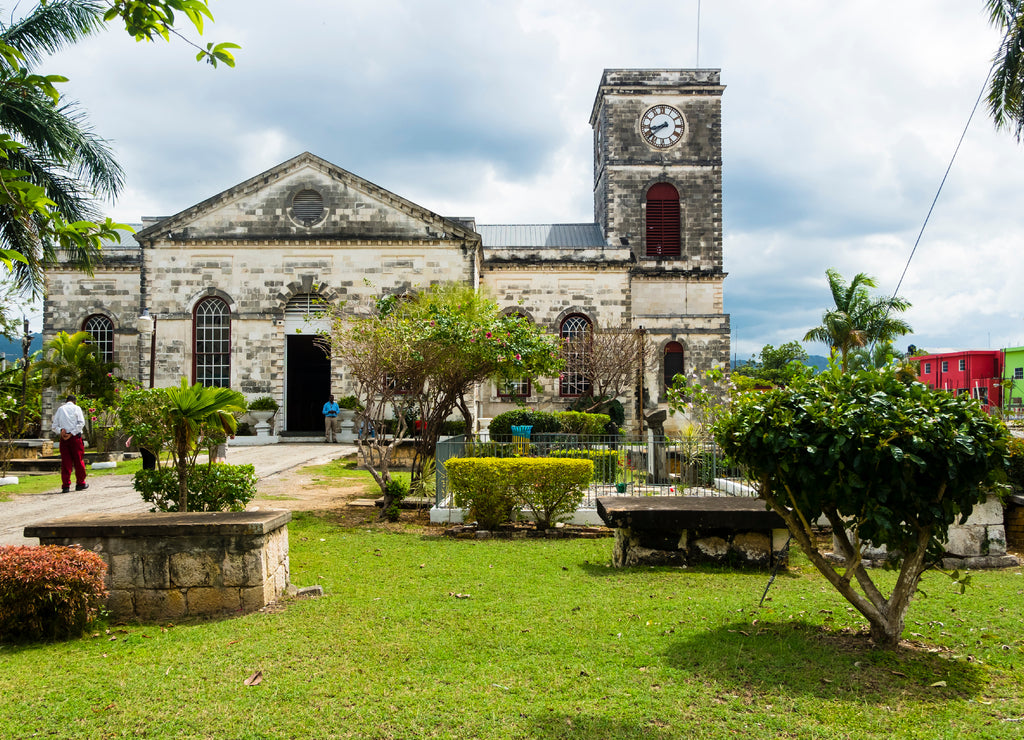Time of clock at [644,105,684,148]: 8:38
